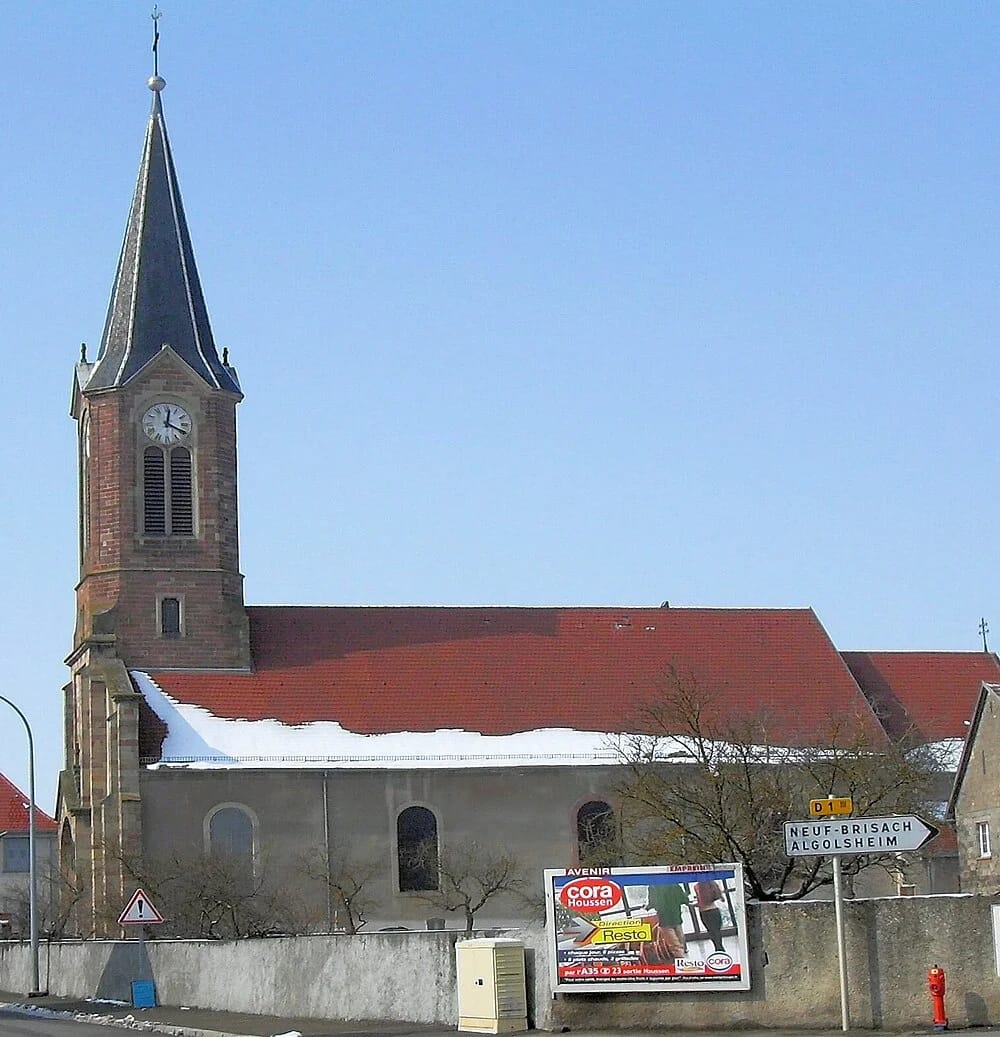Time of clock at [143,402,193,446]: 12:19
